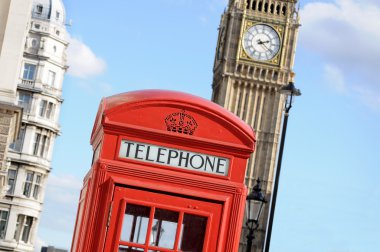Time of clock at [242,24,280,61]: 2:21
